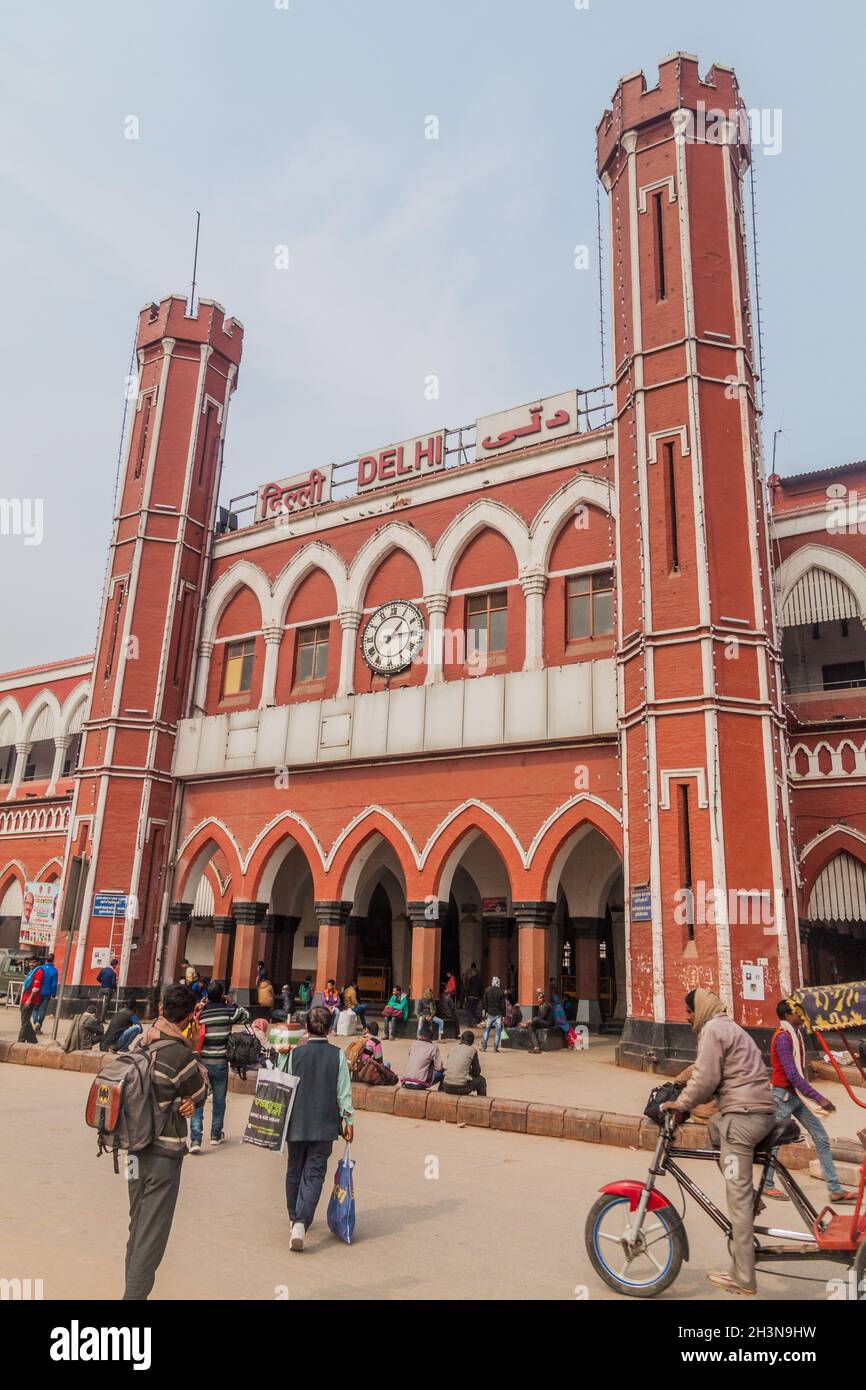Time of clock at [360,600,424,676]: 1:14
